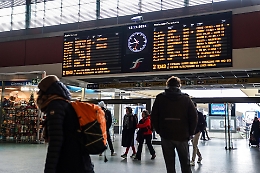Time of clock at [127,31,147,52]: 10:45
